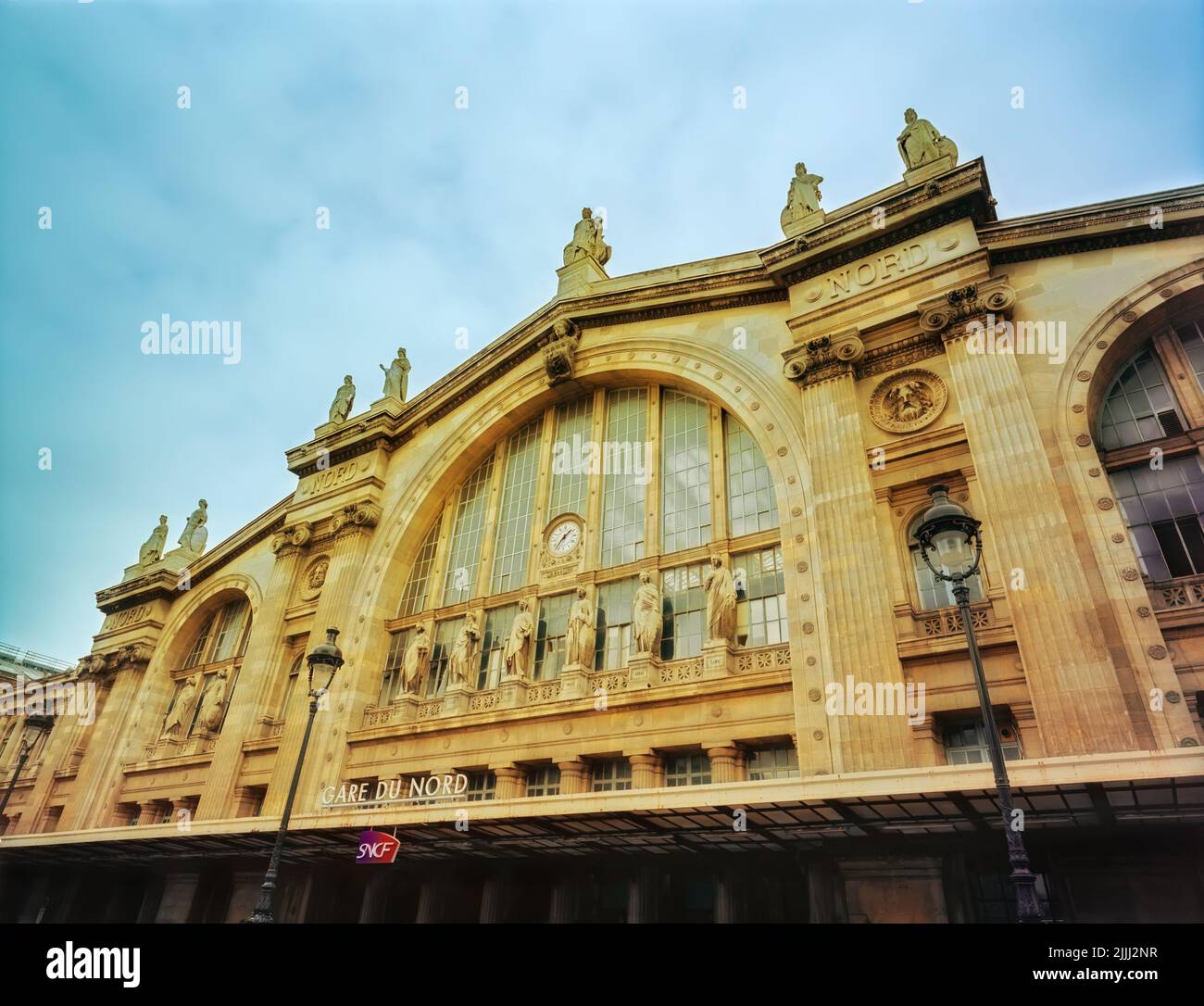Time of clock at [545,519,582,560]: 1:36
